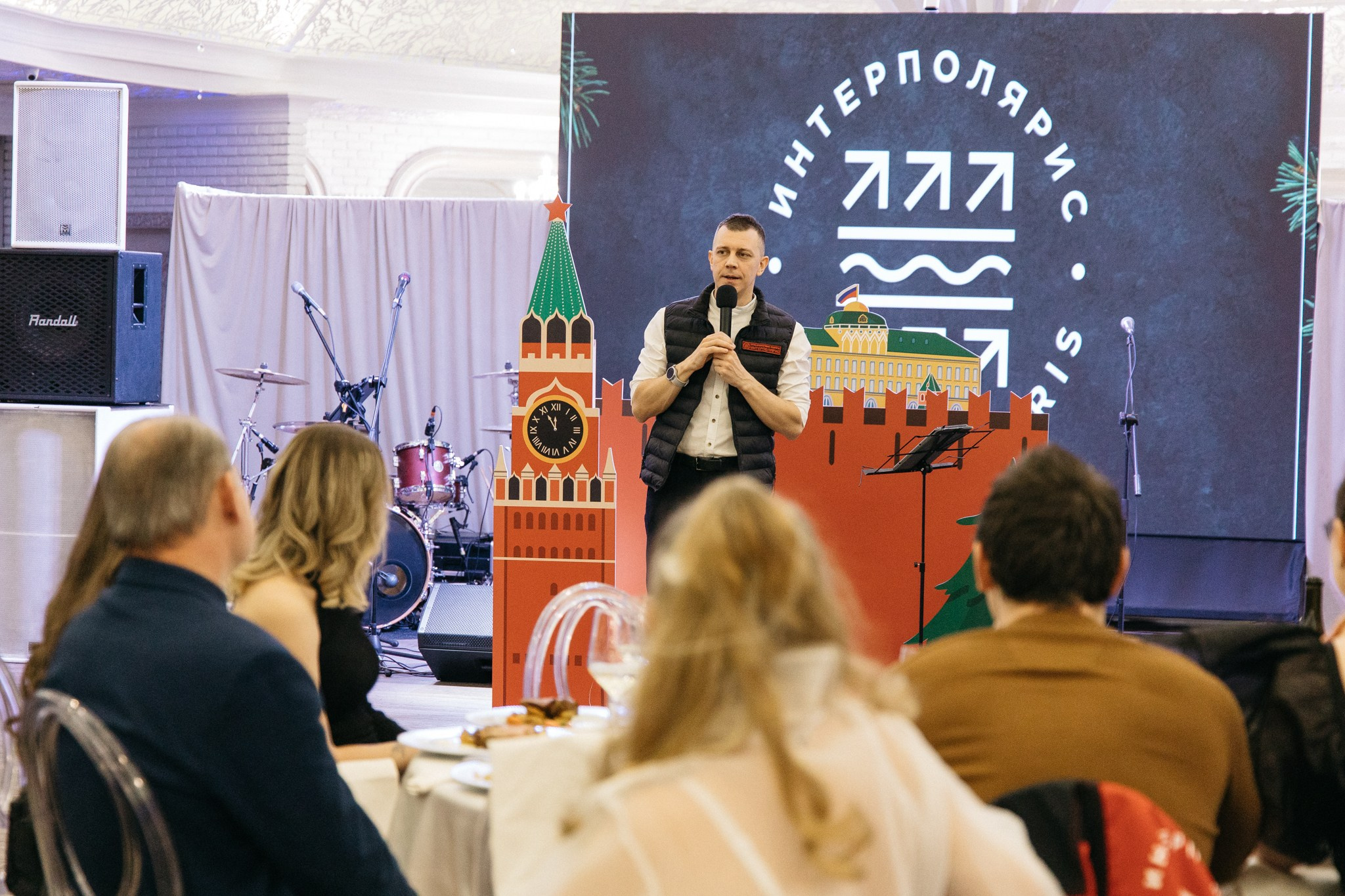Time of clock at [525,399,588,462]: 11:55
